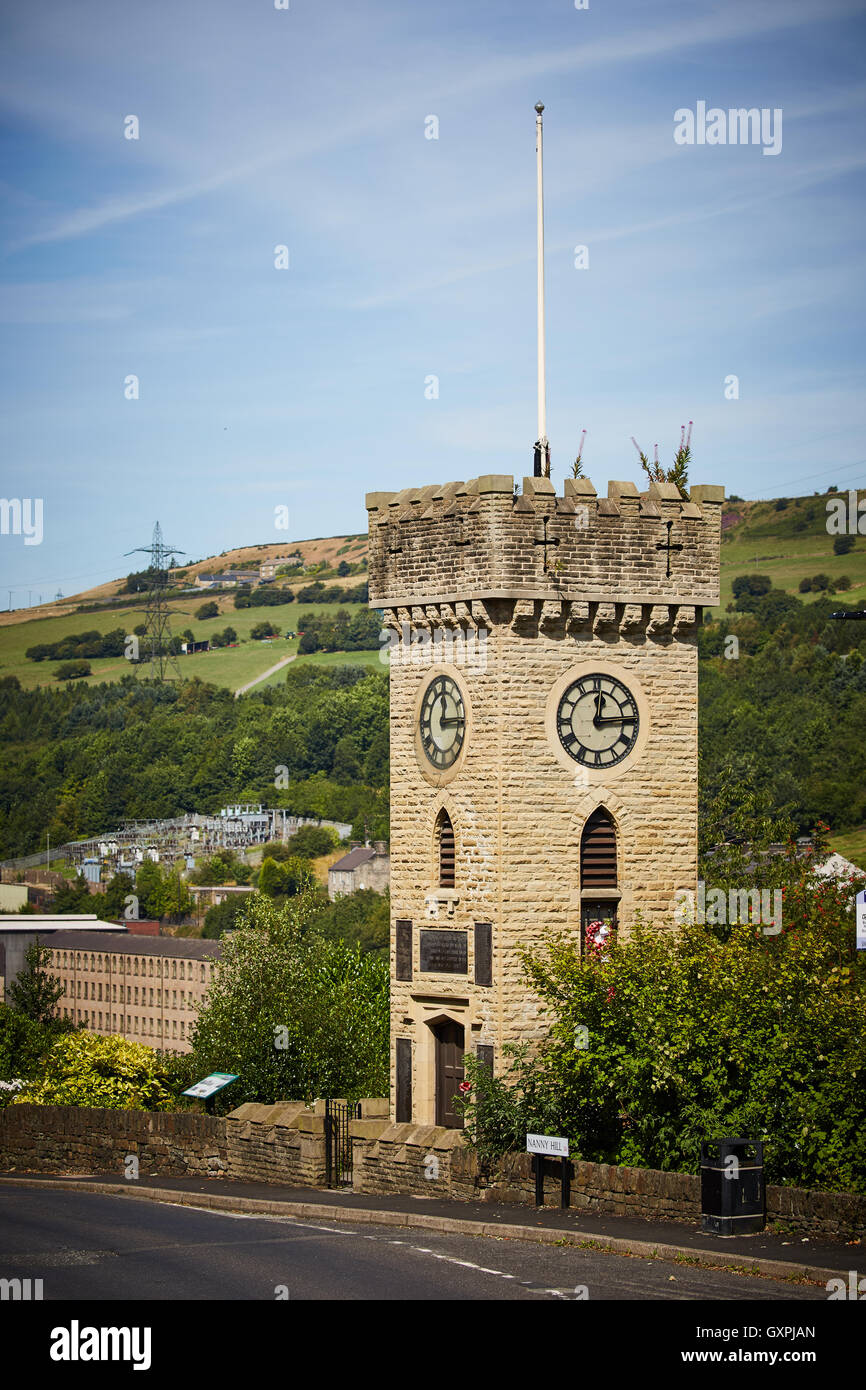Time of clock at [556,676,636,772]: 12:14
